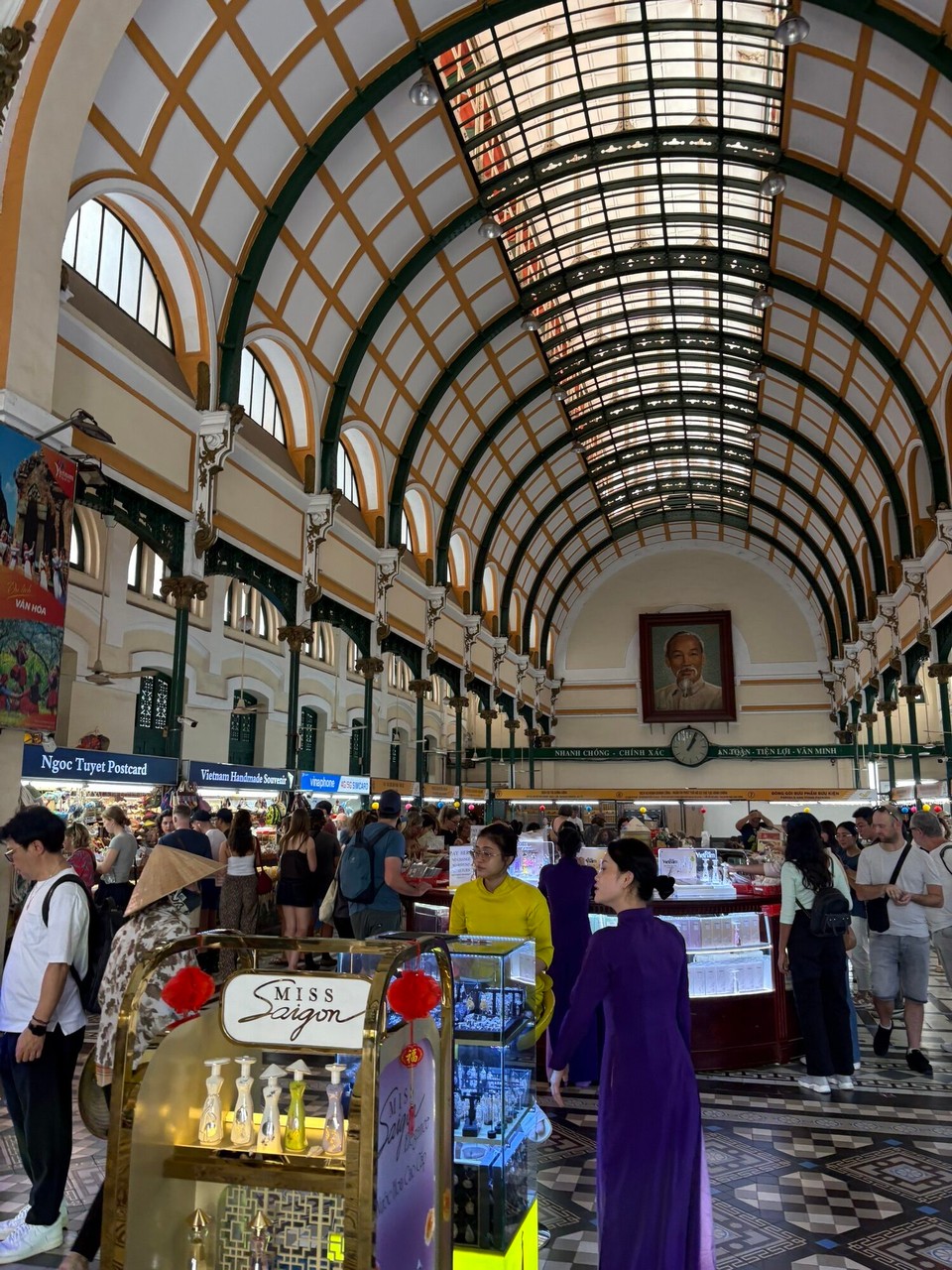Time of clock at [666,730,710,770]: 1:04
